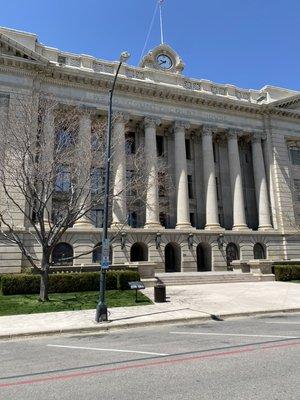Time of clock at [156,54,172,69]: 9:40
